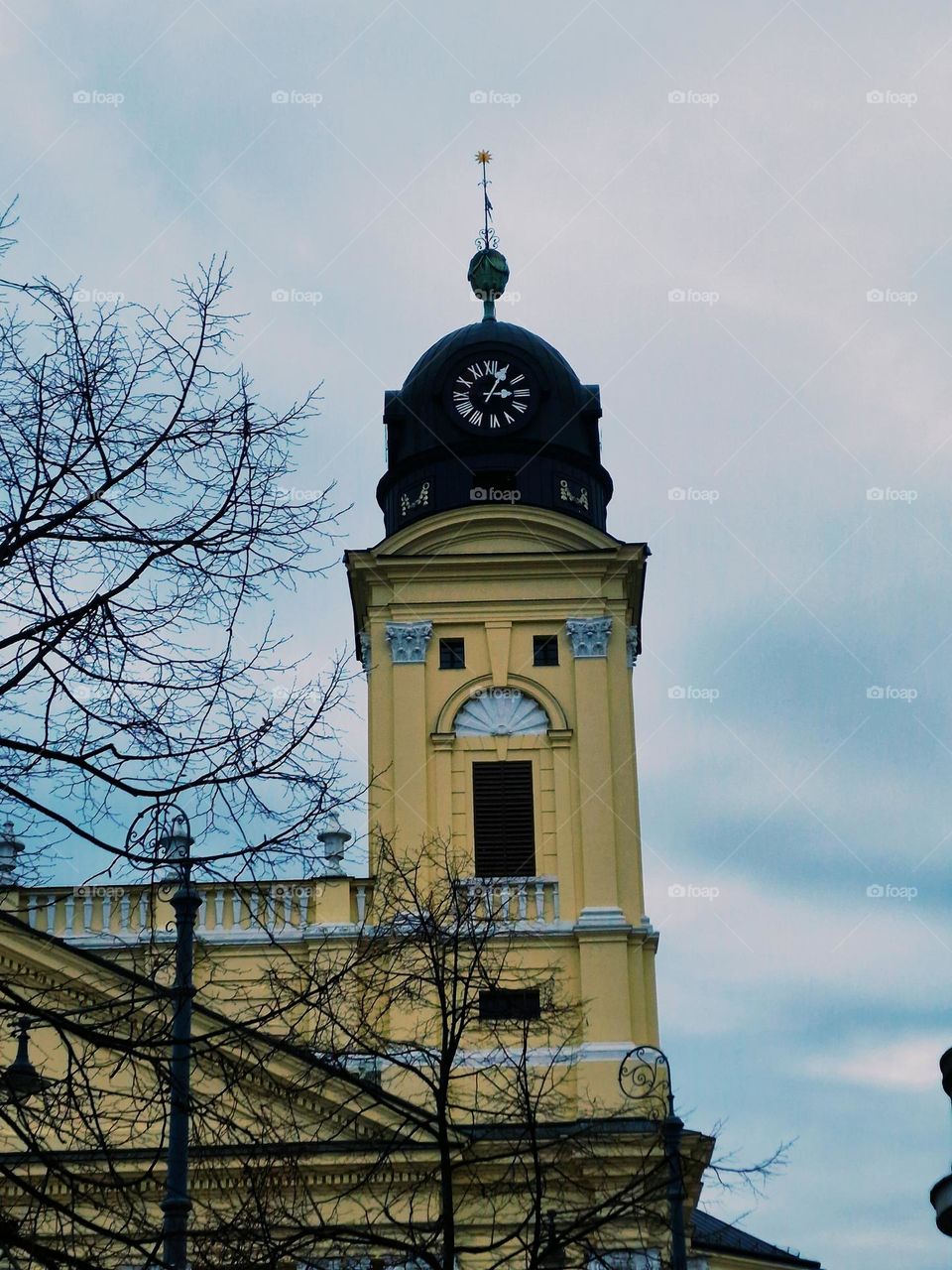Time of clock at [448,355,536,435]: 3:04
